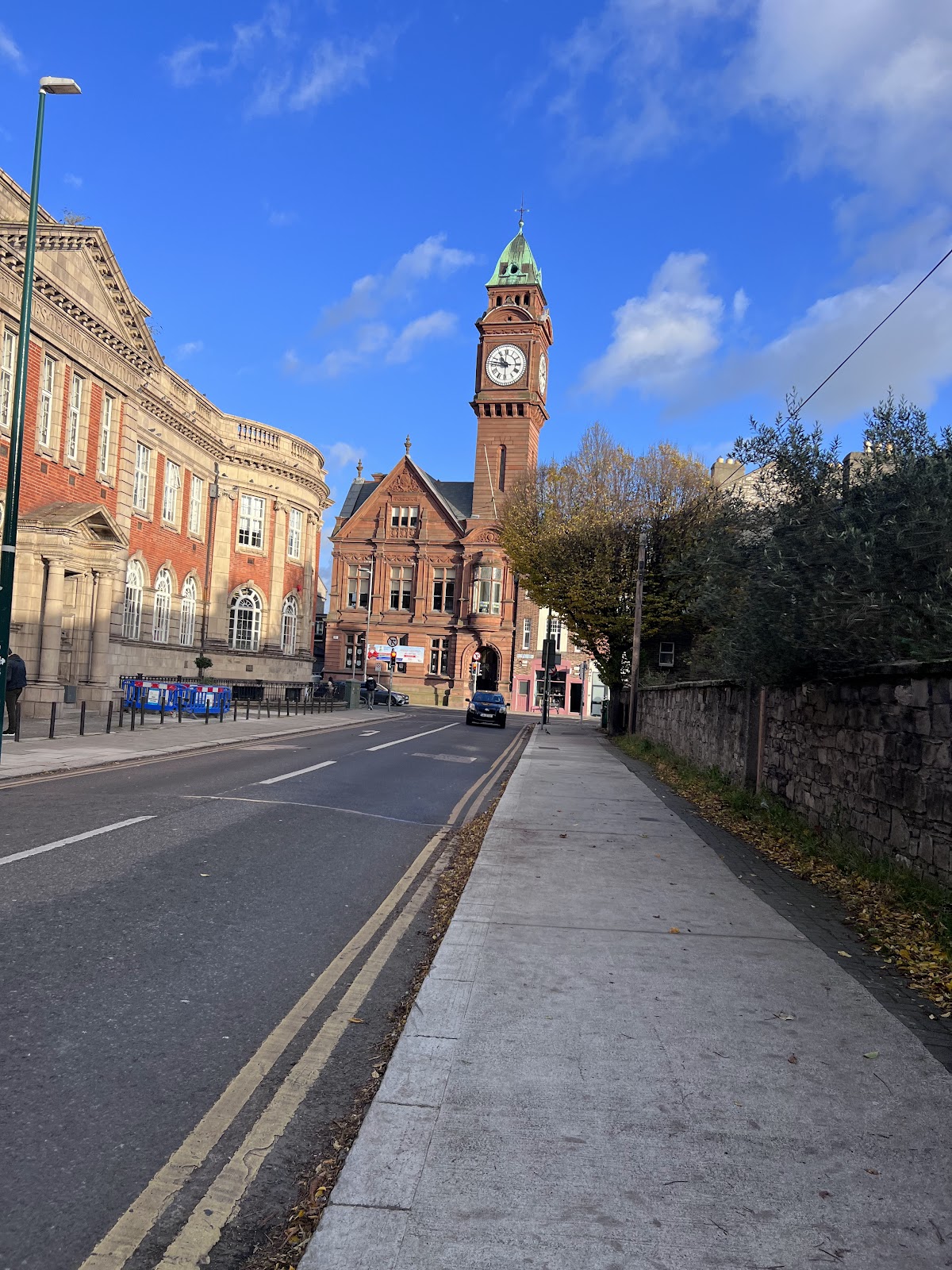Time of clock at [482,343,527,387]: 10:46
